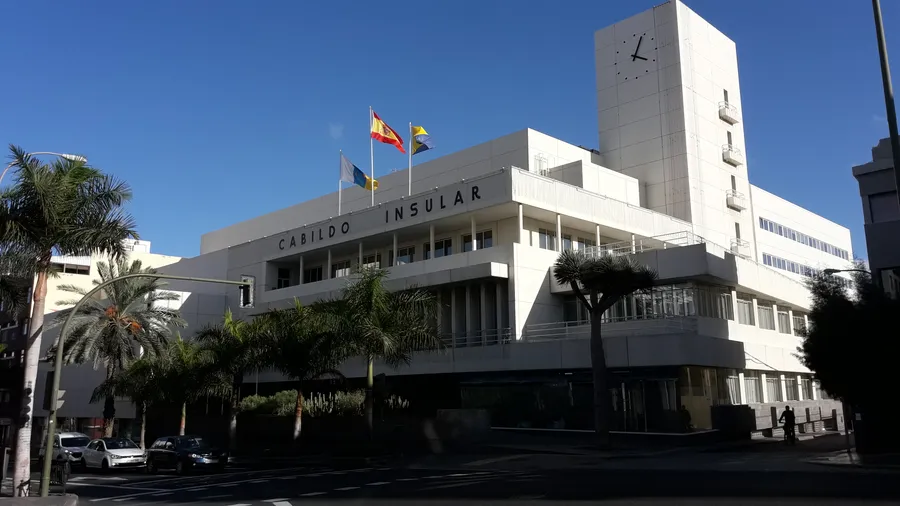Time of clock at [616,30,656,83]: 4:04
